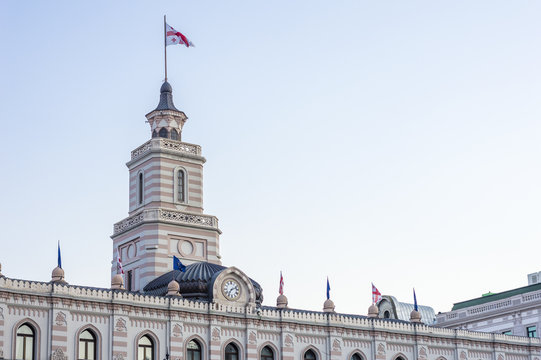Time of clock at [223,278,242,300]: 7:11
